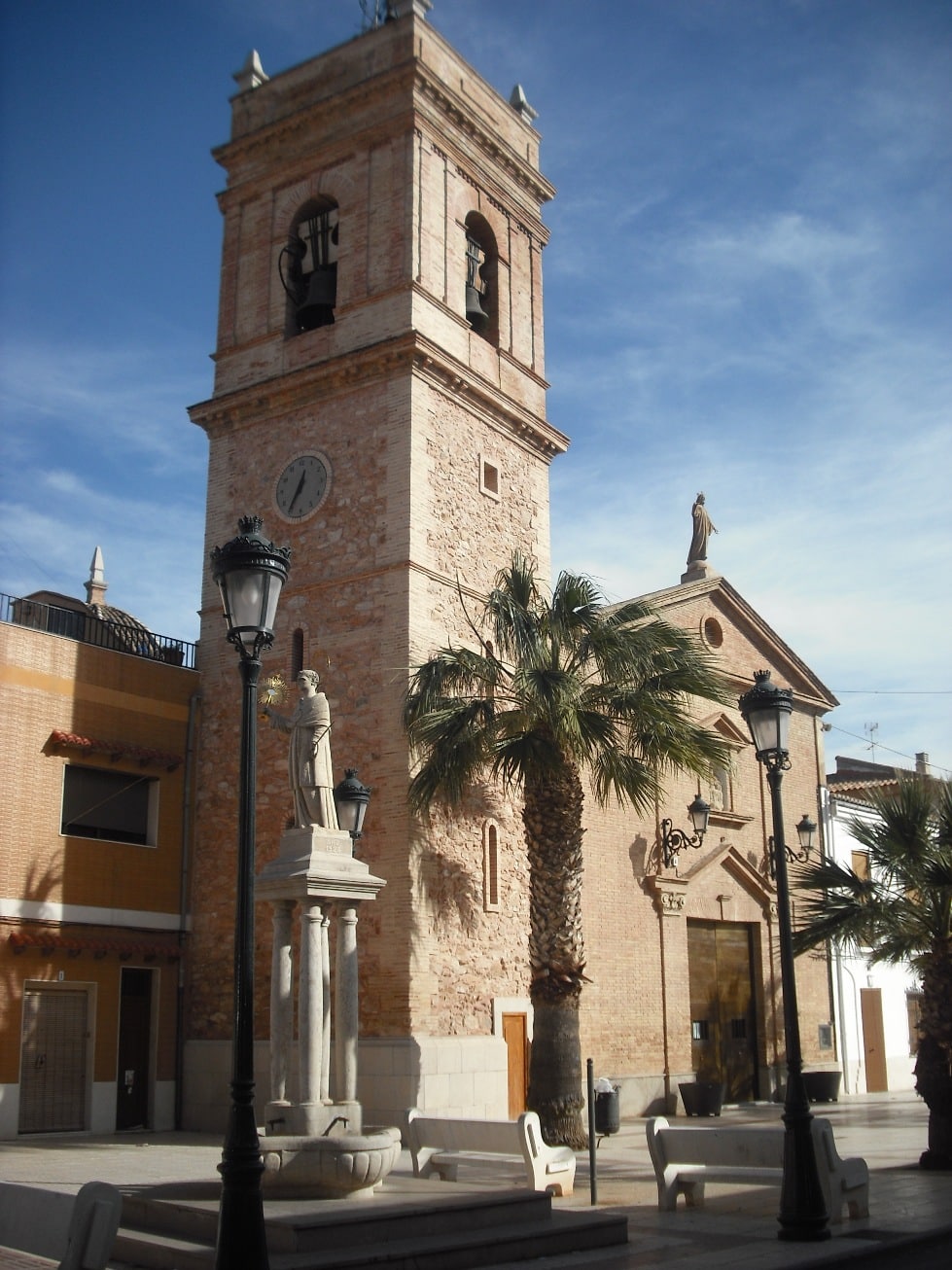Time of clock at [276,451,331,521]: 12:35
